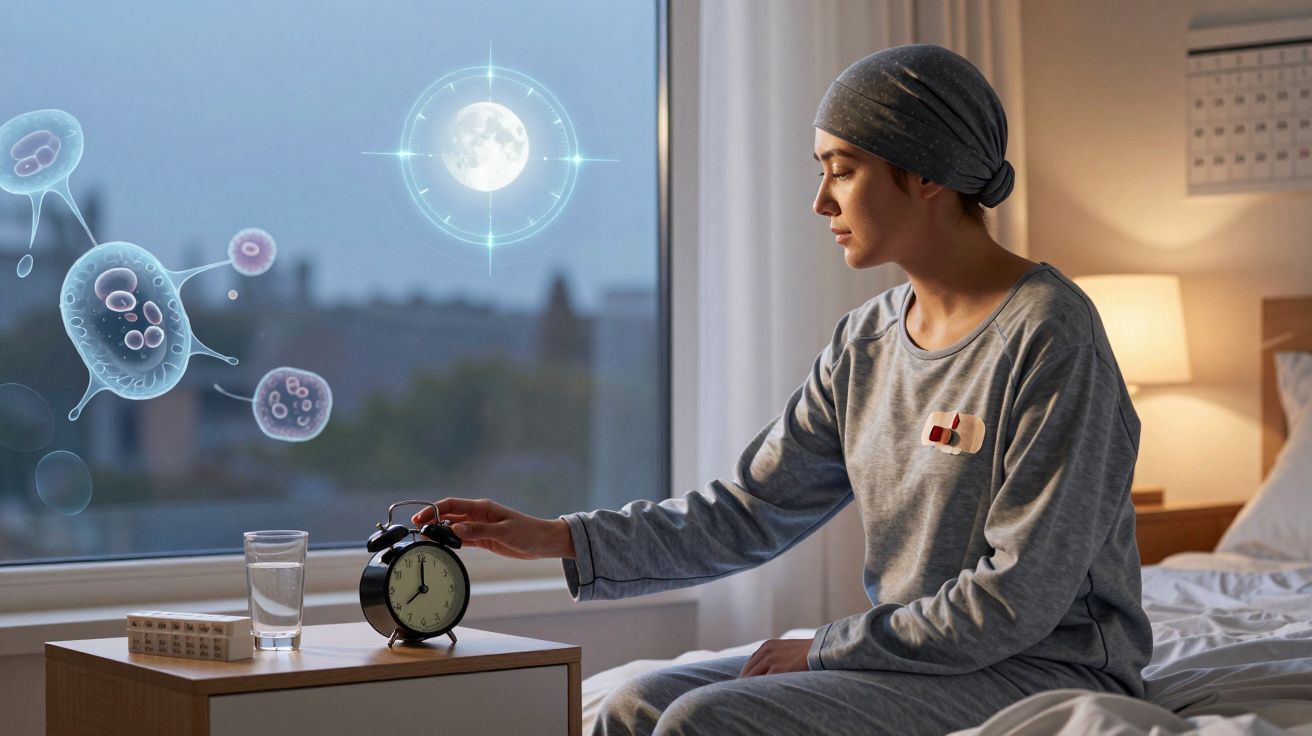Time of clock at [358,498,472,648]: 8:00
